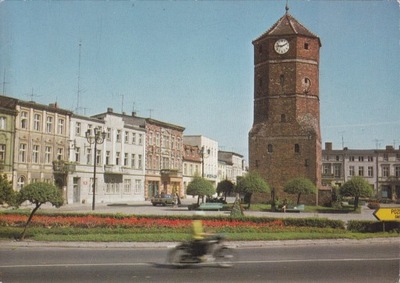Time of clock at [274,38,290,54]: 9:11
